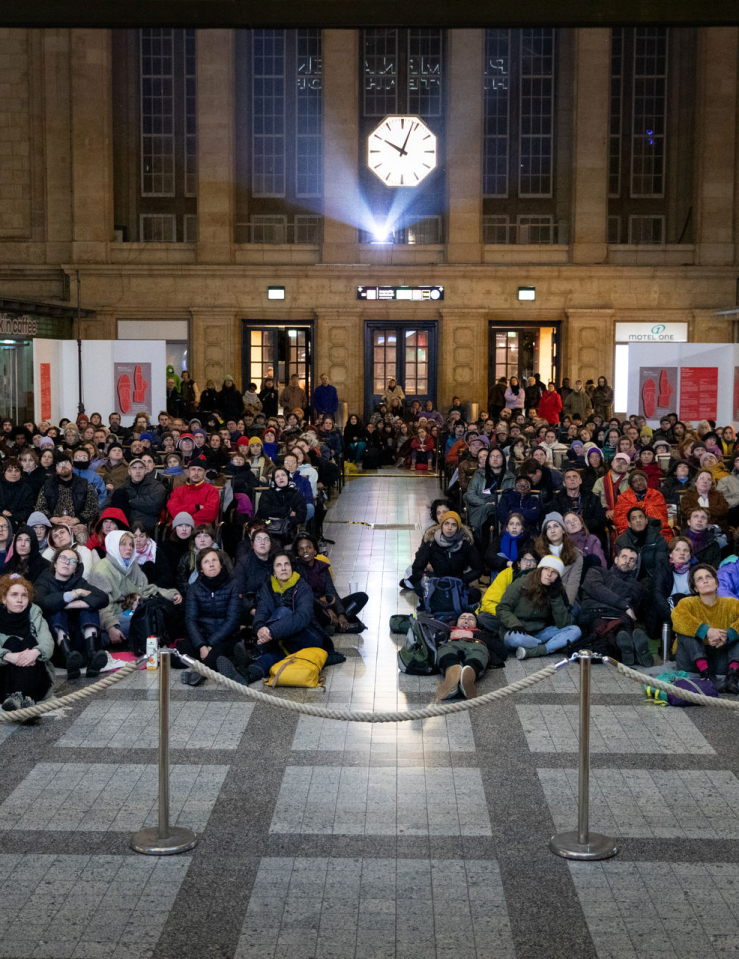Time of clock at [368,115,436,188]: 10:03
